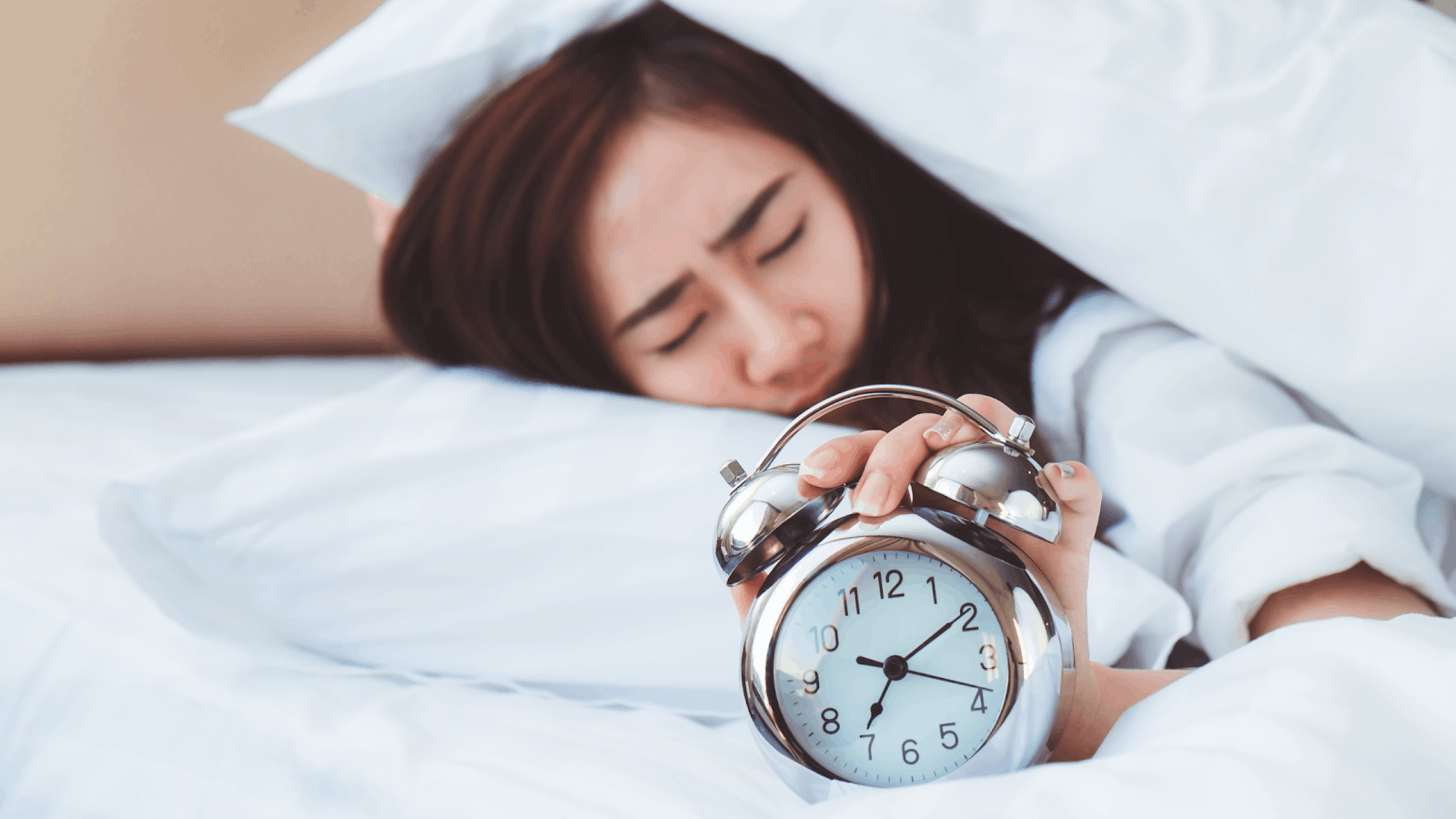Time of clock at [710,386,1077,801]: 7:09
